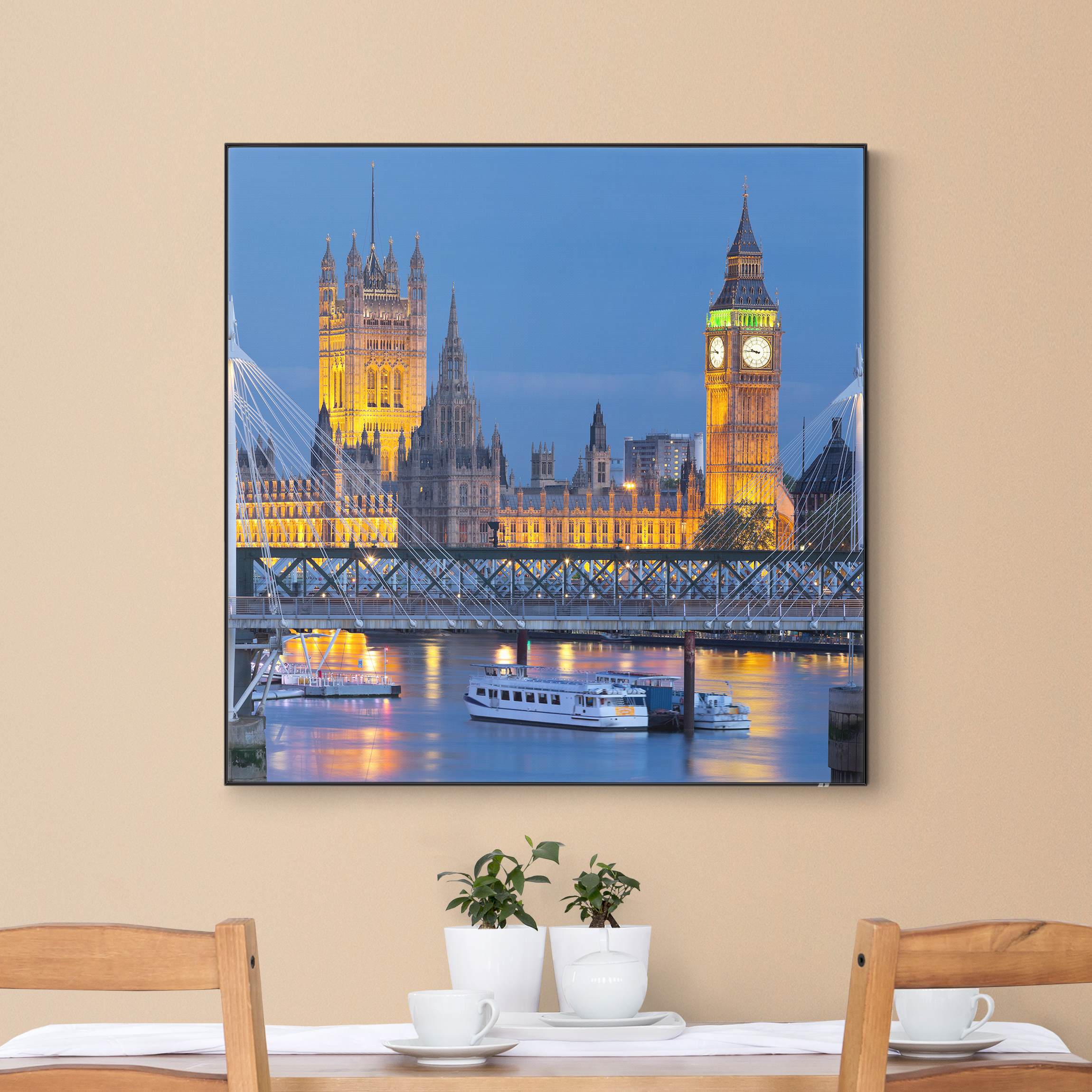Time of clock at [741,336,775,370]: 9:45
